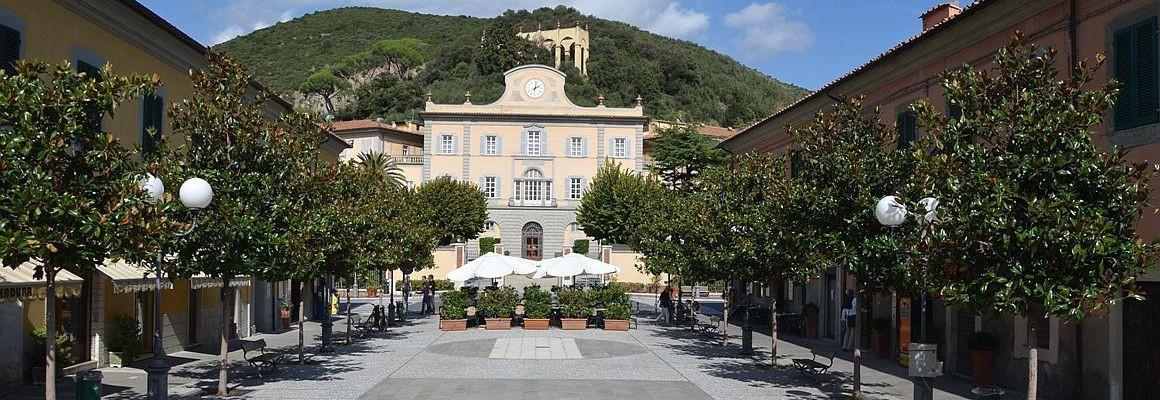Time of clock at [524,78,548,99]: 2:01
